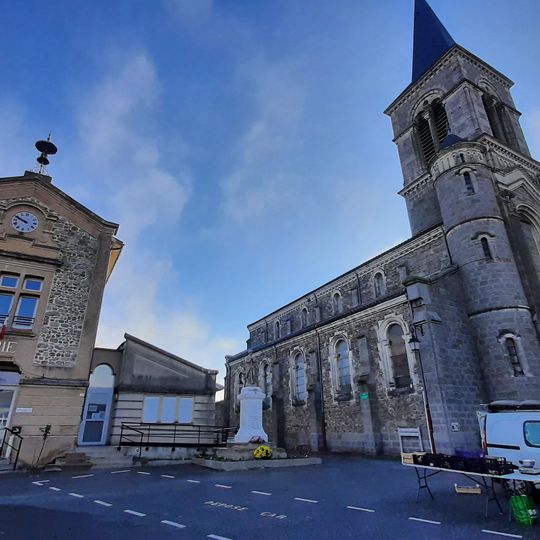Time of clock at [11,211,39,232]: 9:50
